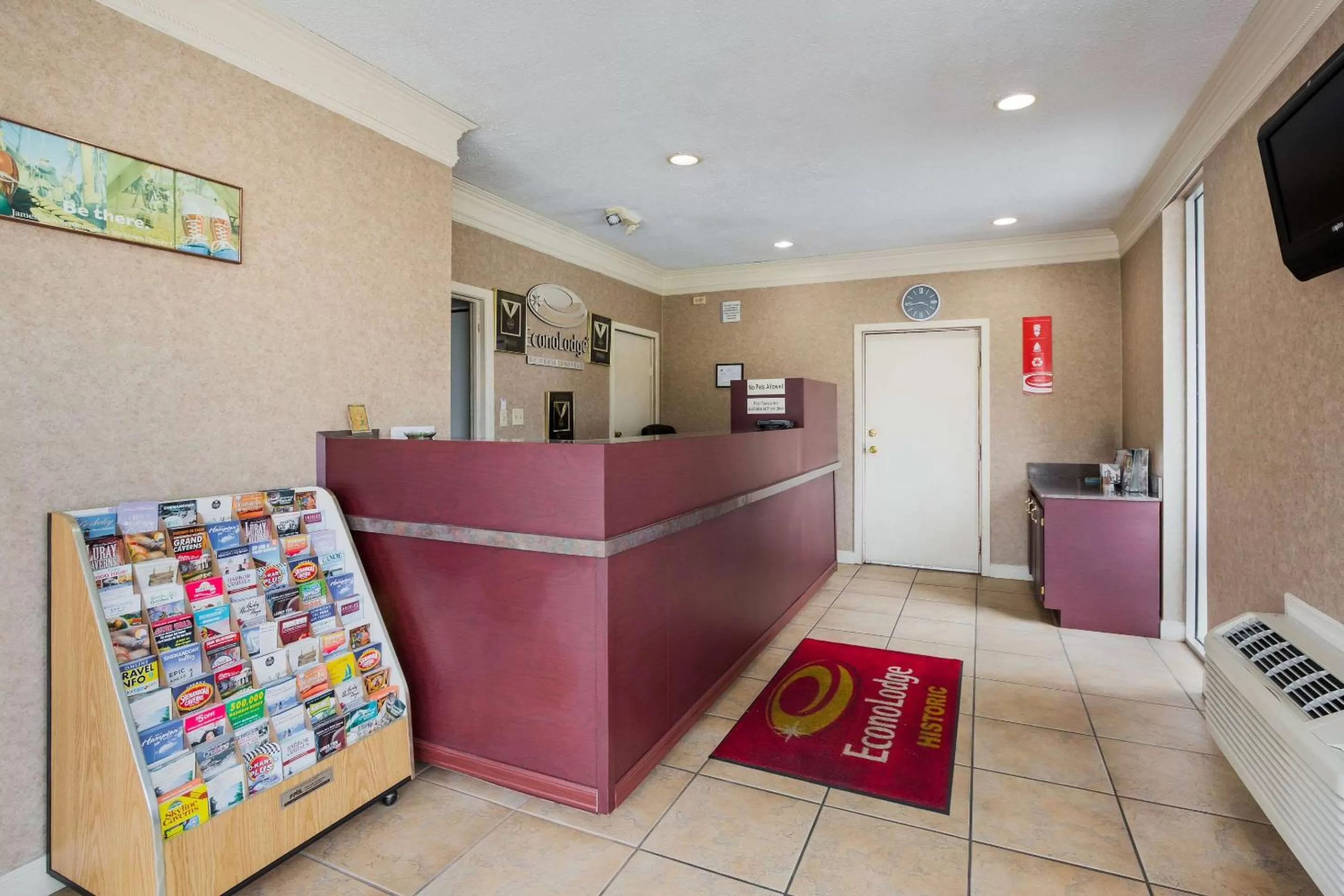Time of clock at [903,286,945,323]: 3:43
